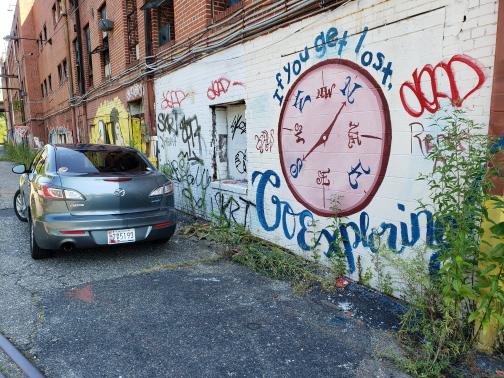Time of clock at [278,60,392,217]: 8:06
